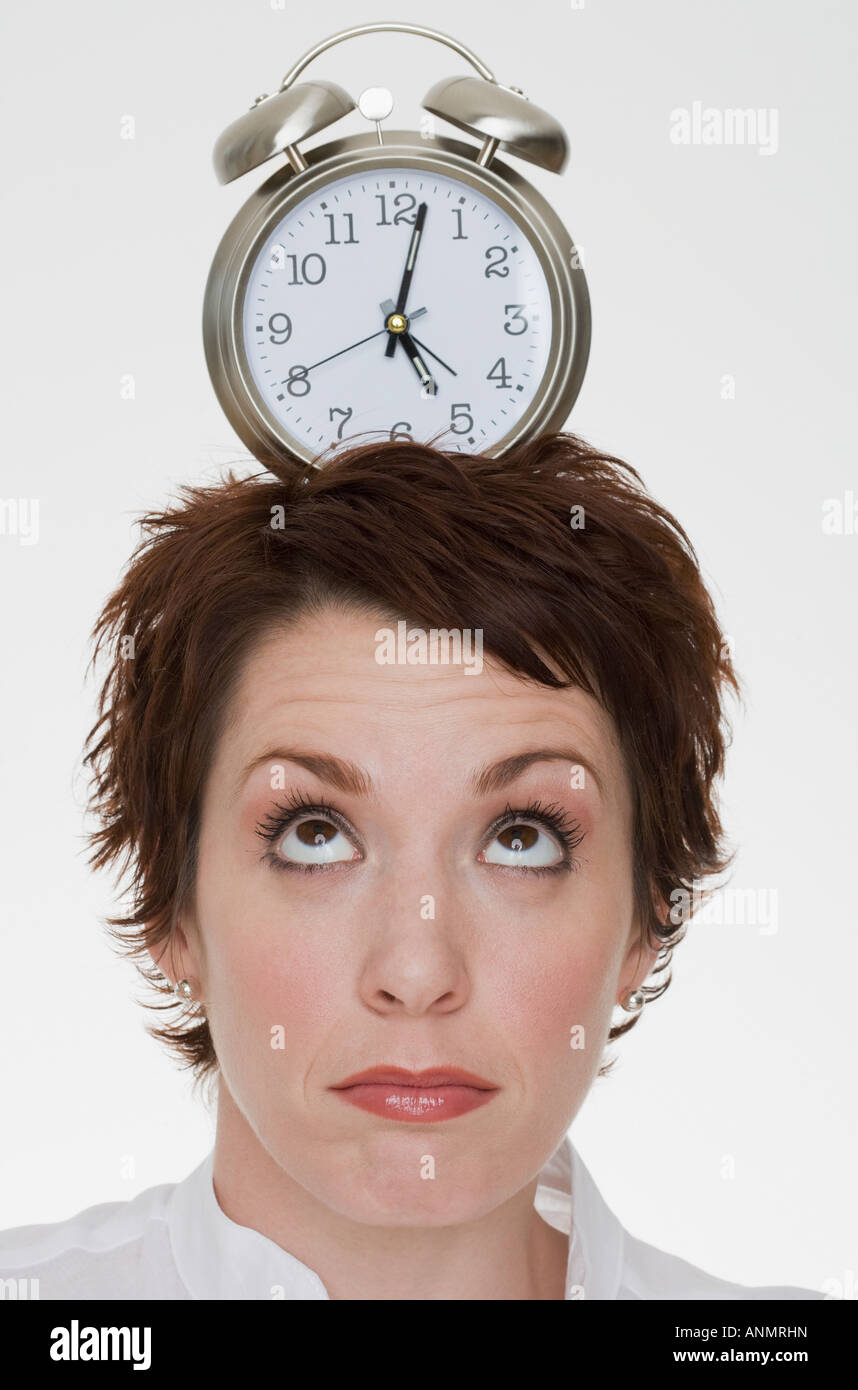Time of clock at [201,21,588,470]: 5:02
